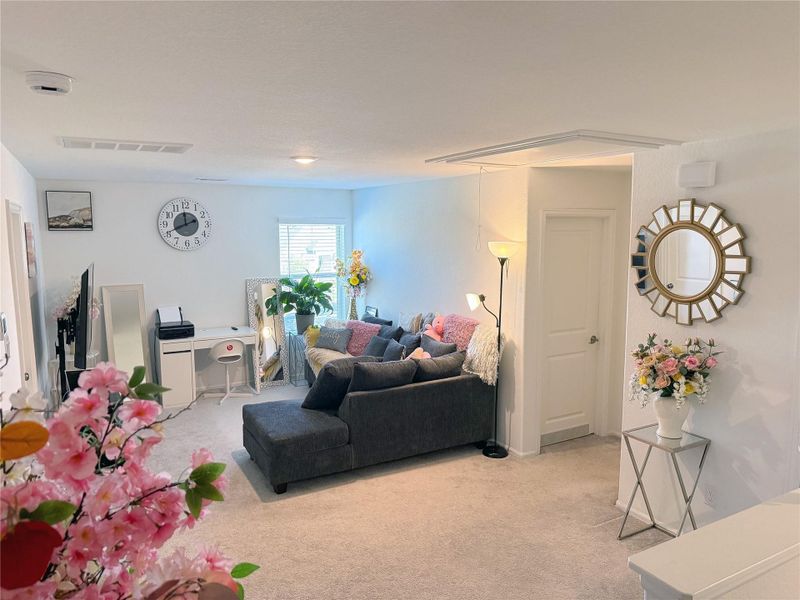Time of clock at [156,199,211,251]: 11:41
